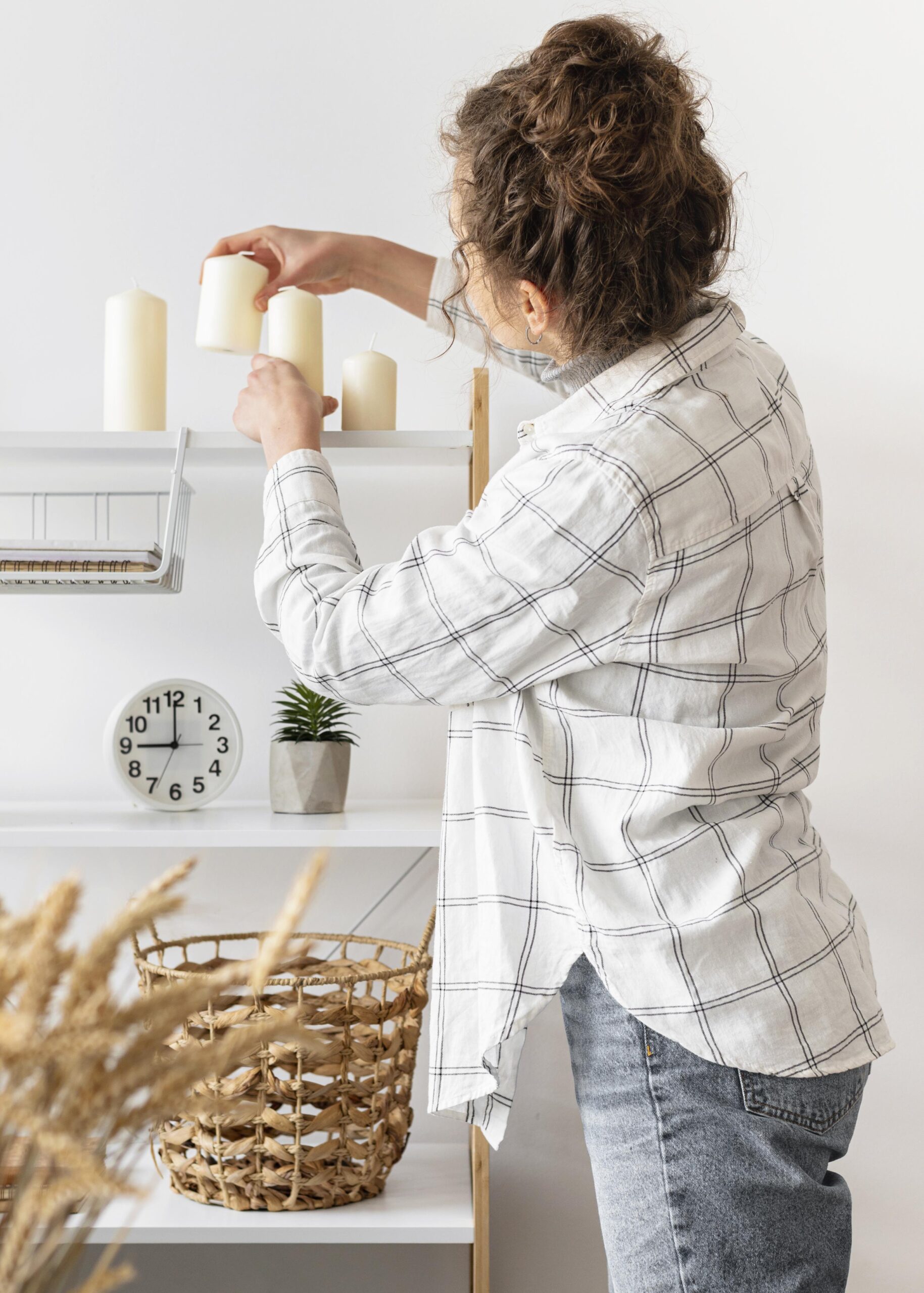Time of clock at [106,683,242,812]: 9:00
